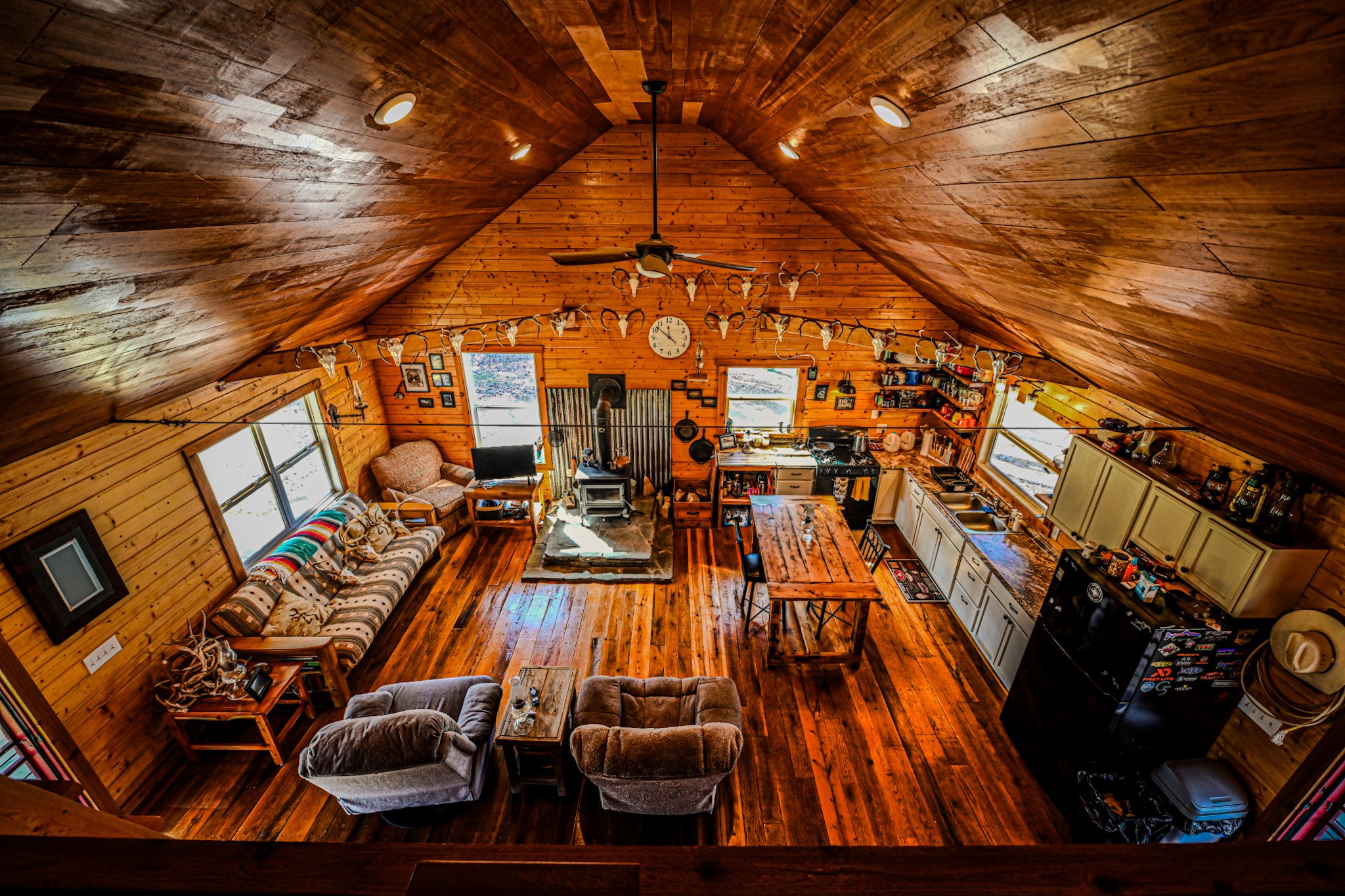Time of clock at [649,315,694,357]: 11:52
